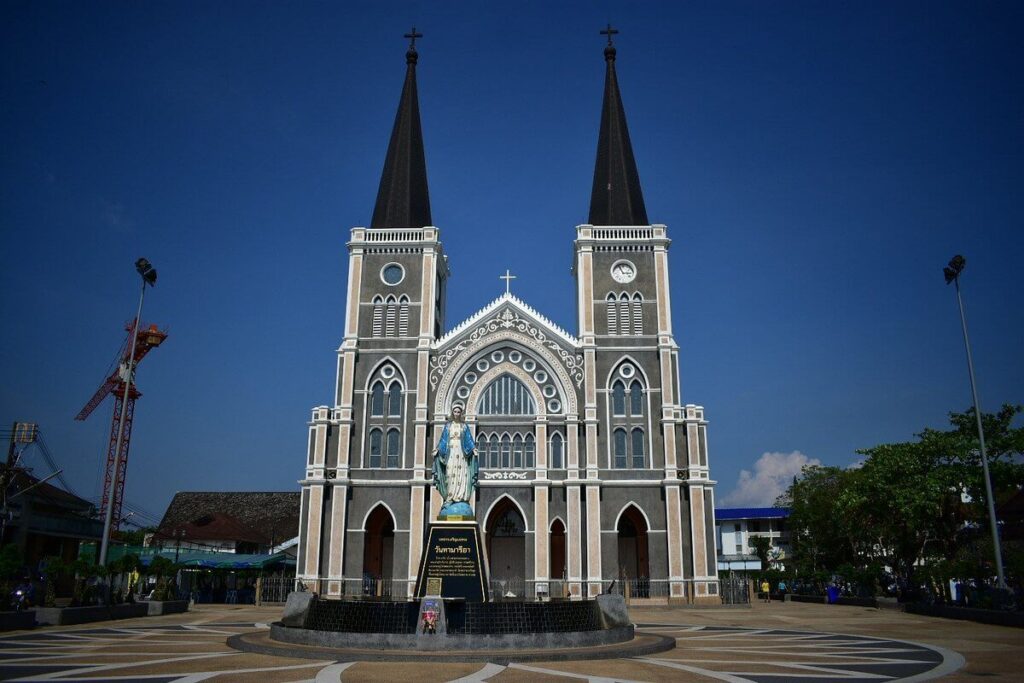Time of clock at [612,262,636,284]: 2:56
